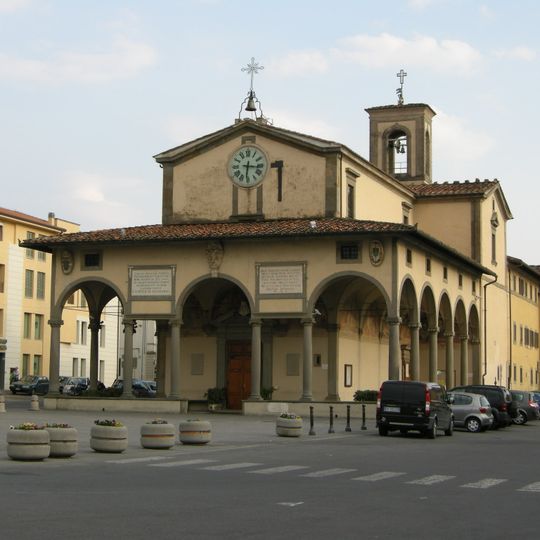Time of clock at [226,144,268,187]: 6:16
